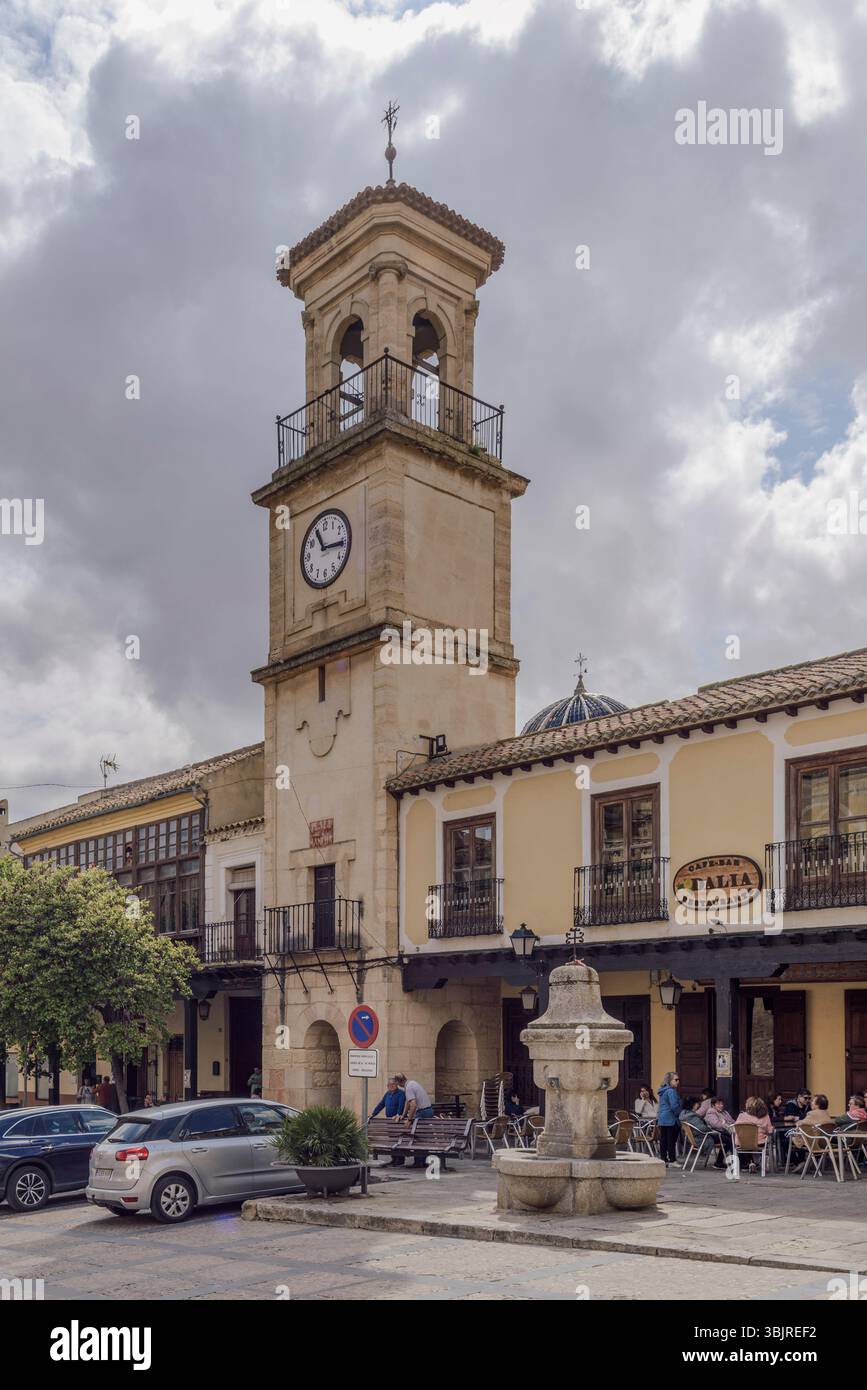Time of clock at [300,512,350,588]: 11:15
